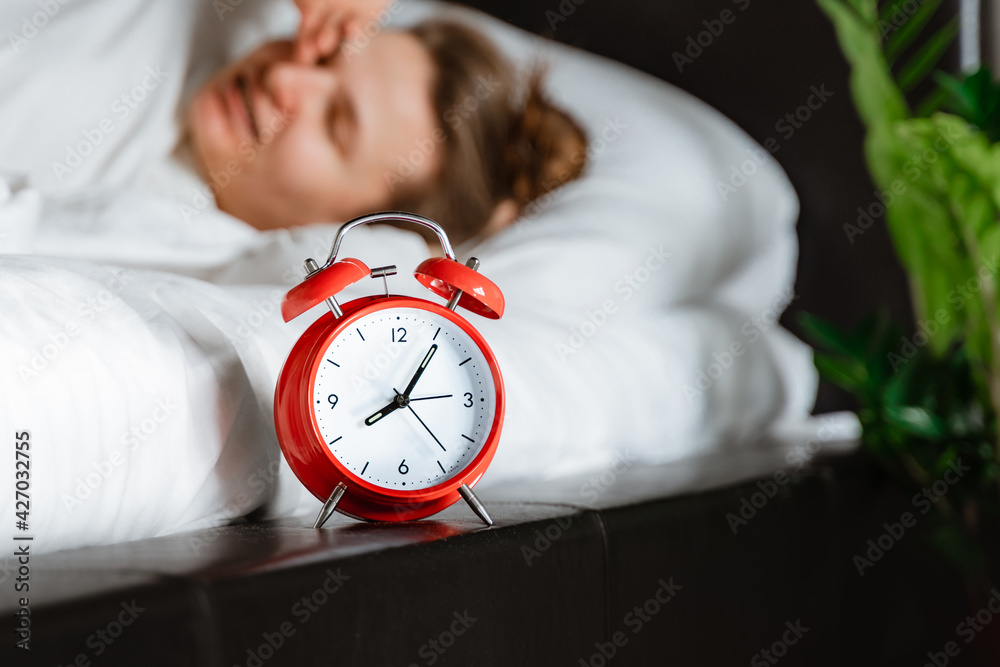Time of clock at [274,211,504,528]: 8:05
